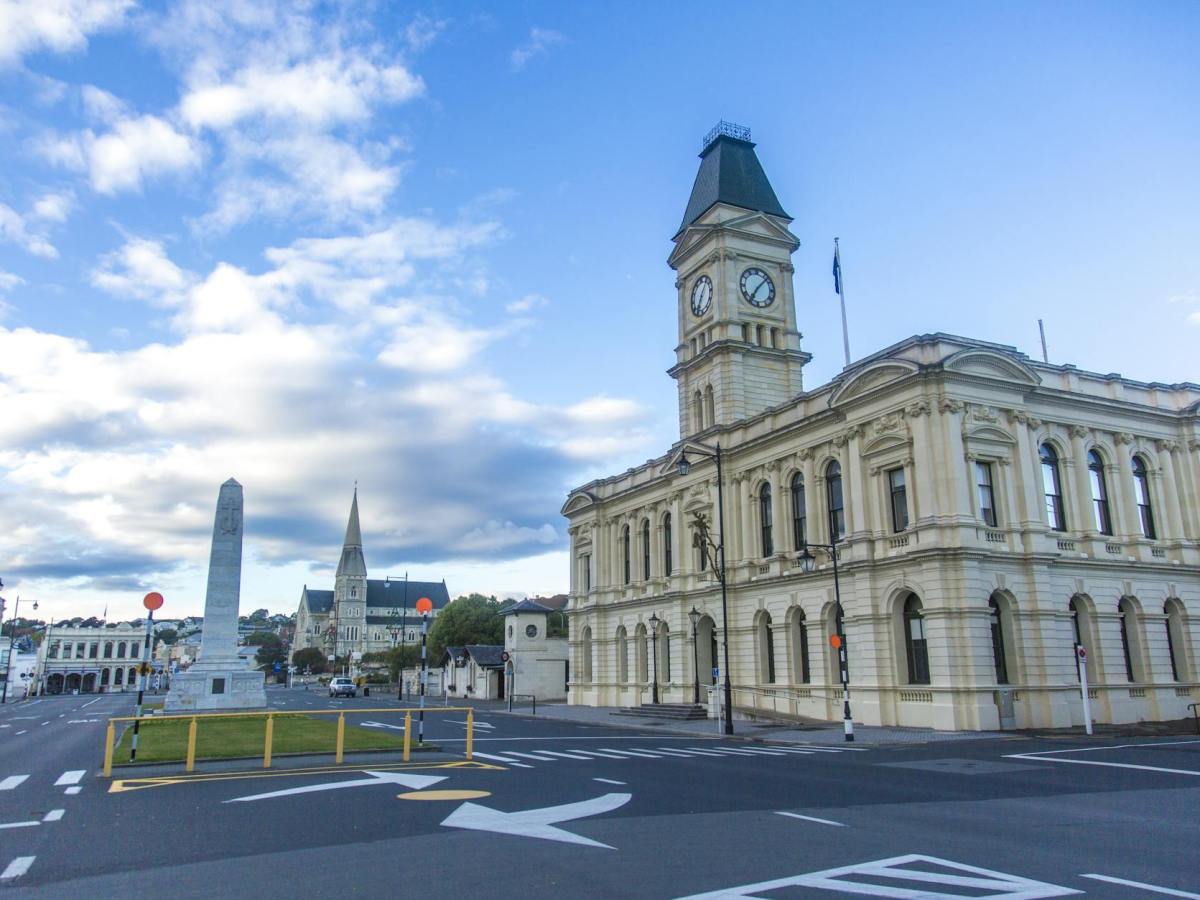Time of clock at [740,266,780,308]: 7:07
